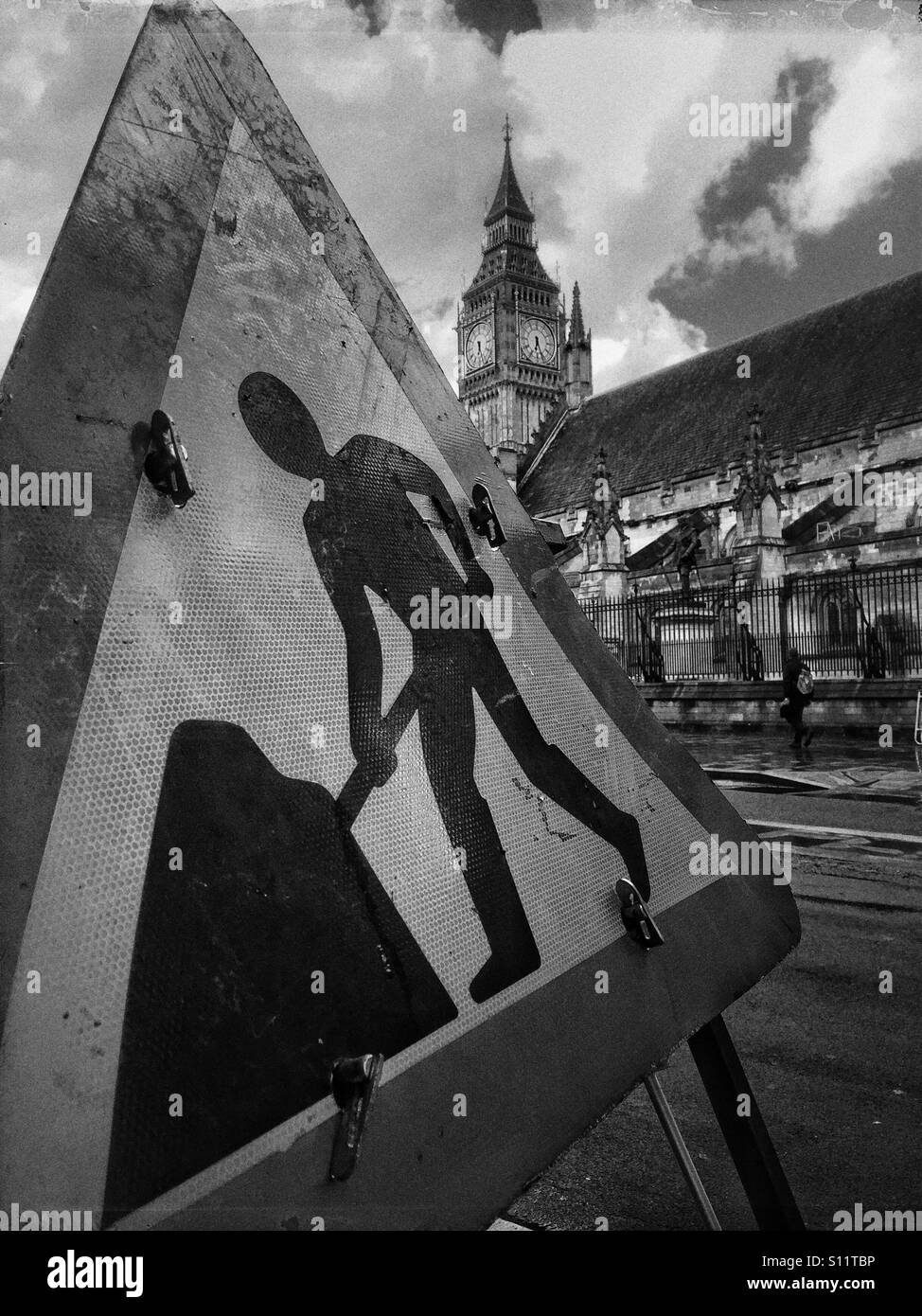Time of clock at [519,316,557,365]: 6:26
